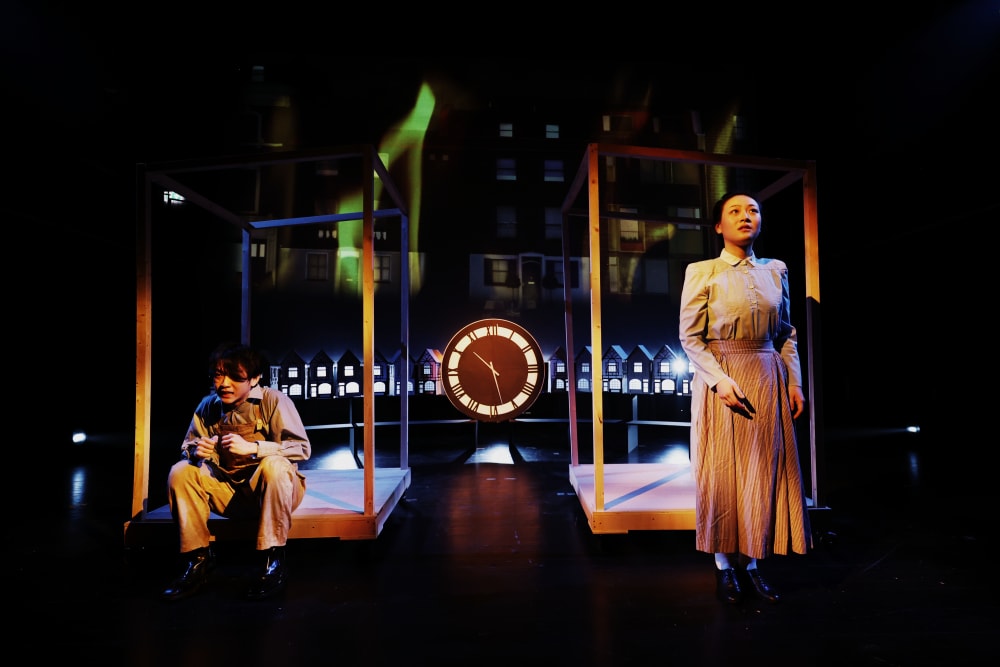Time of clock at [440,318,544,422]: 10:27
